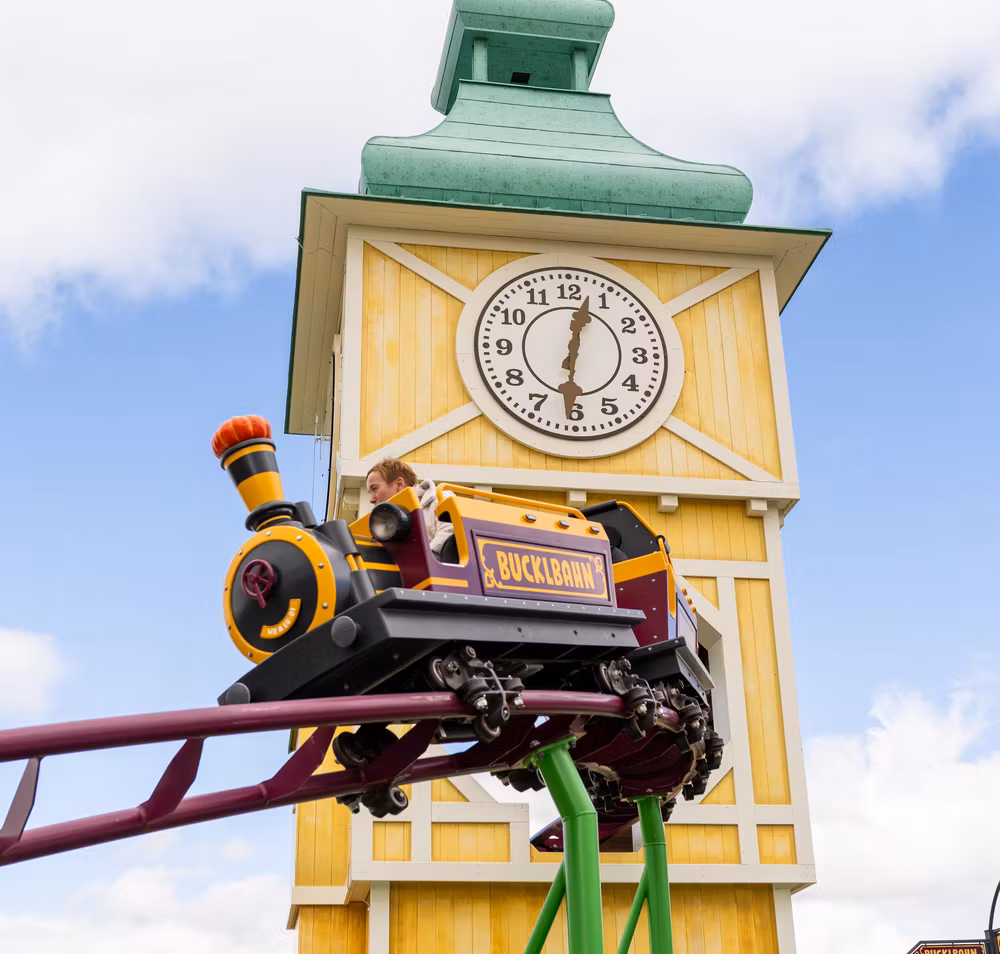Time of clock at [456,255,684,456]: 12:30
